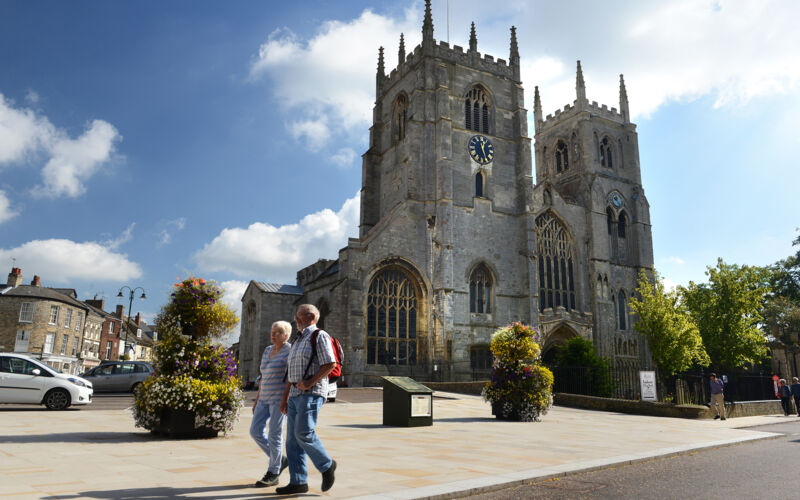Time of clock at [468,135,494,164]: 12:26
